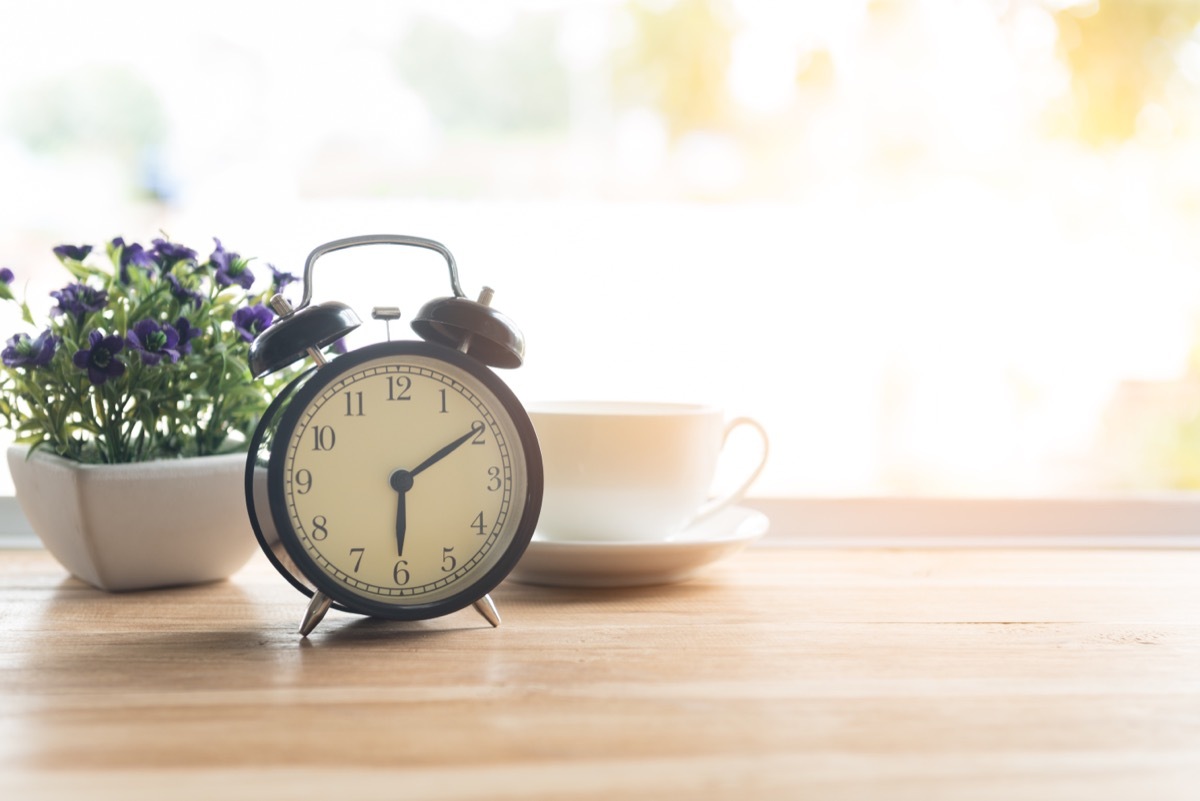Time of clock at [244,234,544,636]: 6:09
